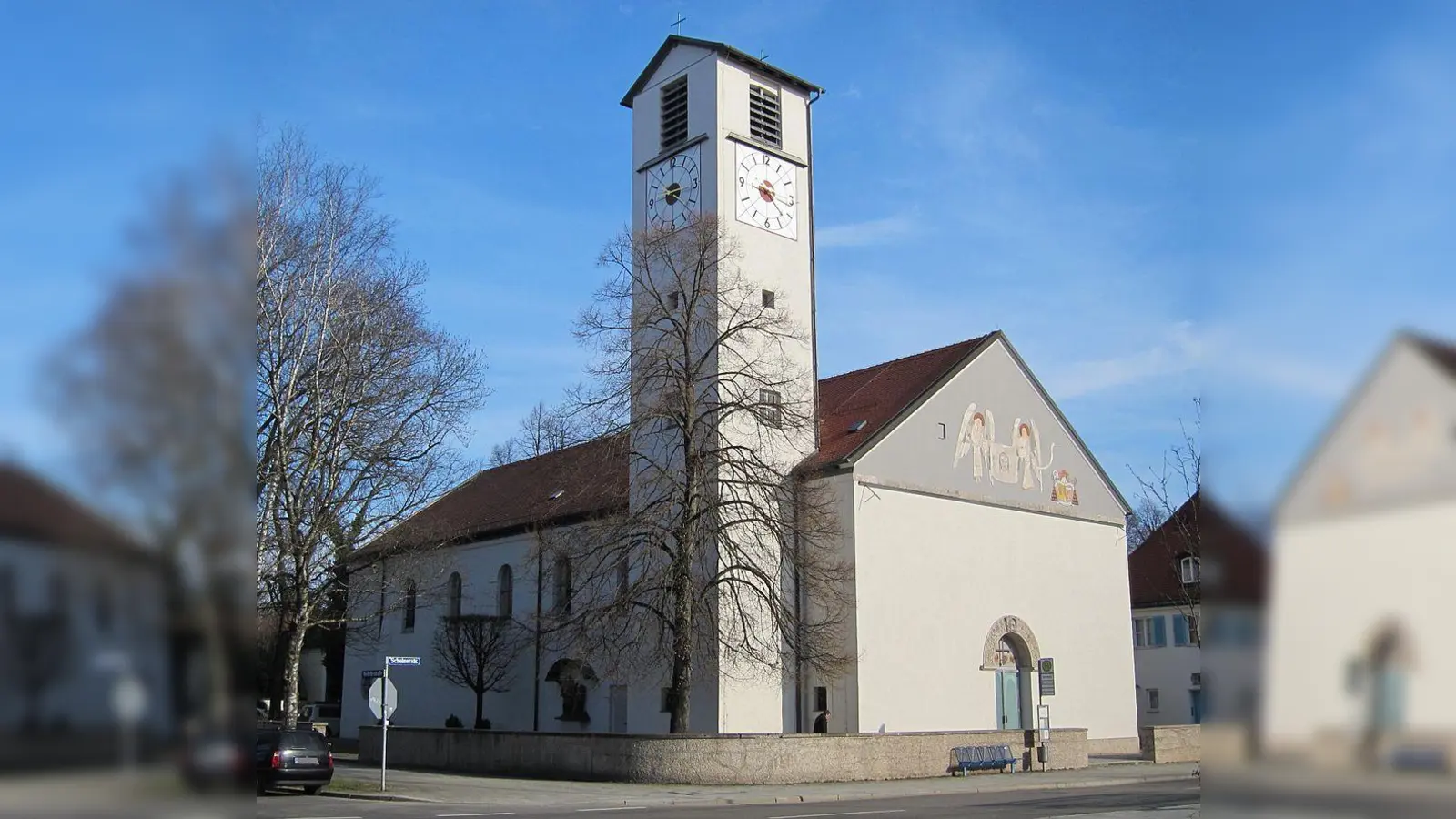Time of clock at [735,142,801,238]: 4:17
